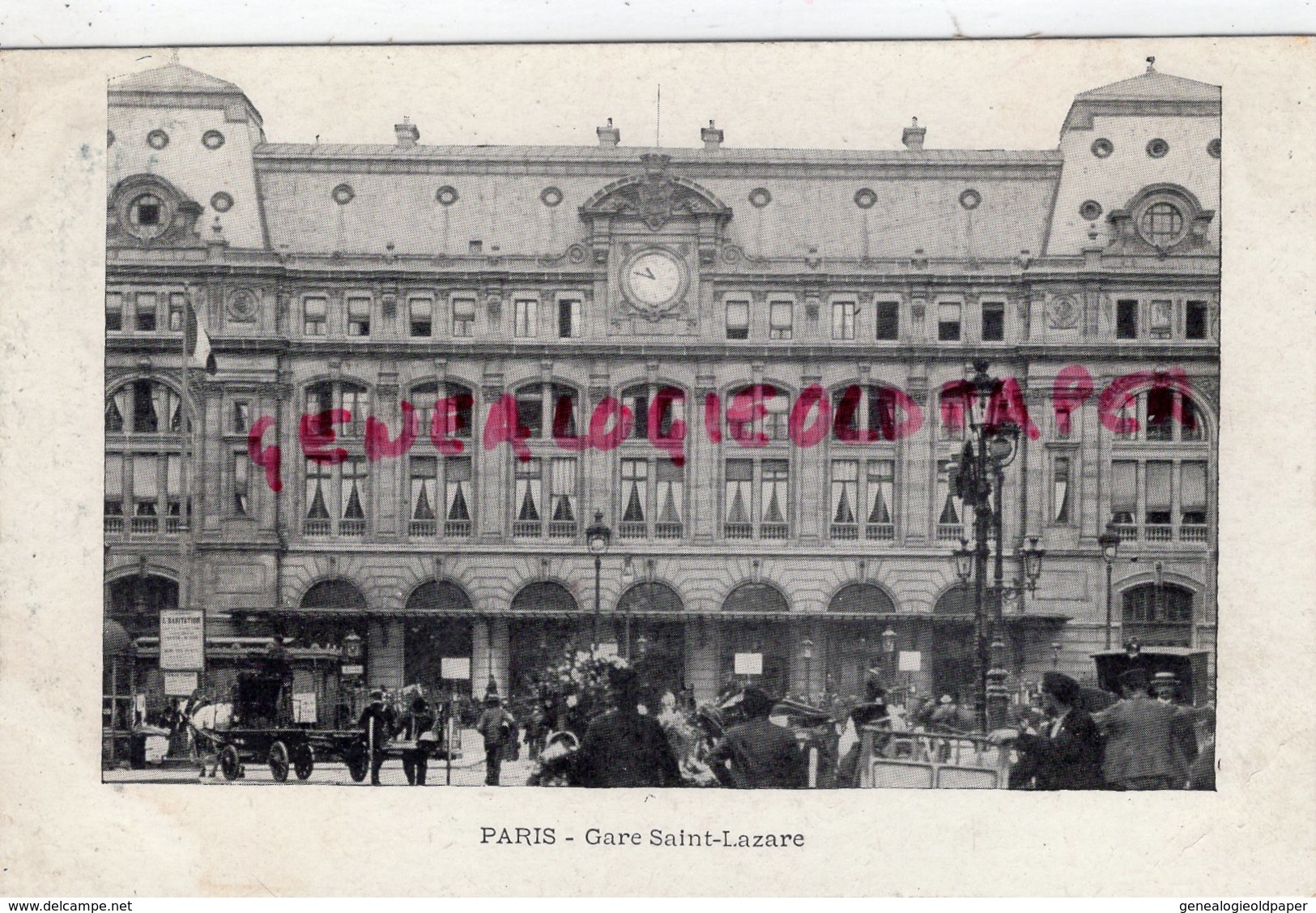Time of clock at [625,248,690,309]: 10:47
